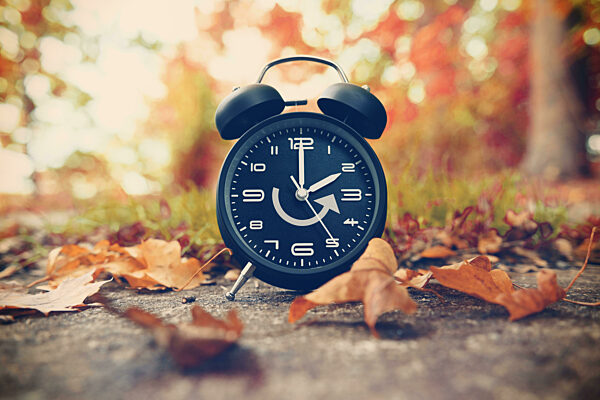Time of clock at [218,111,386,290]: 2:00
